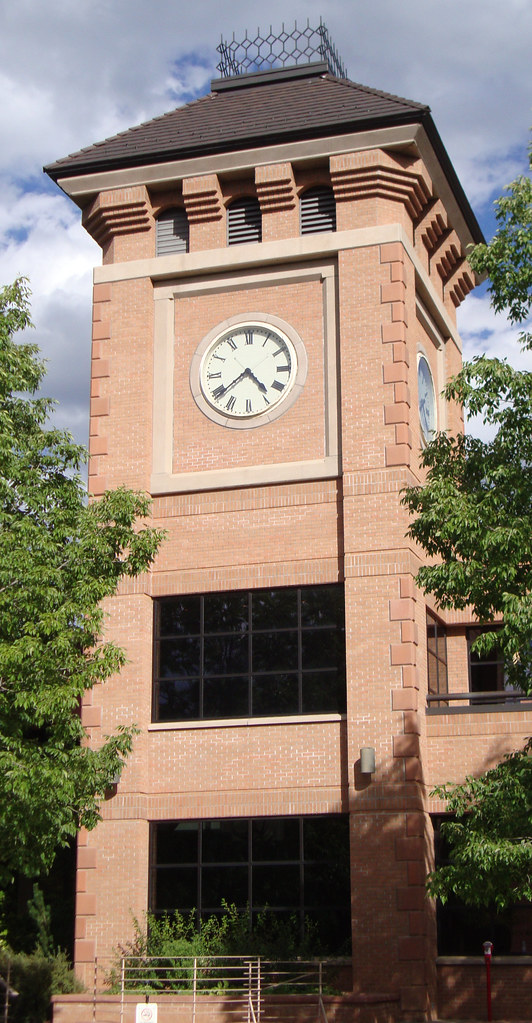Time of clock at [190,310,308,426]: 4:39
